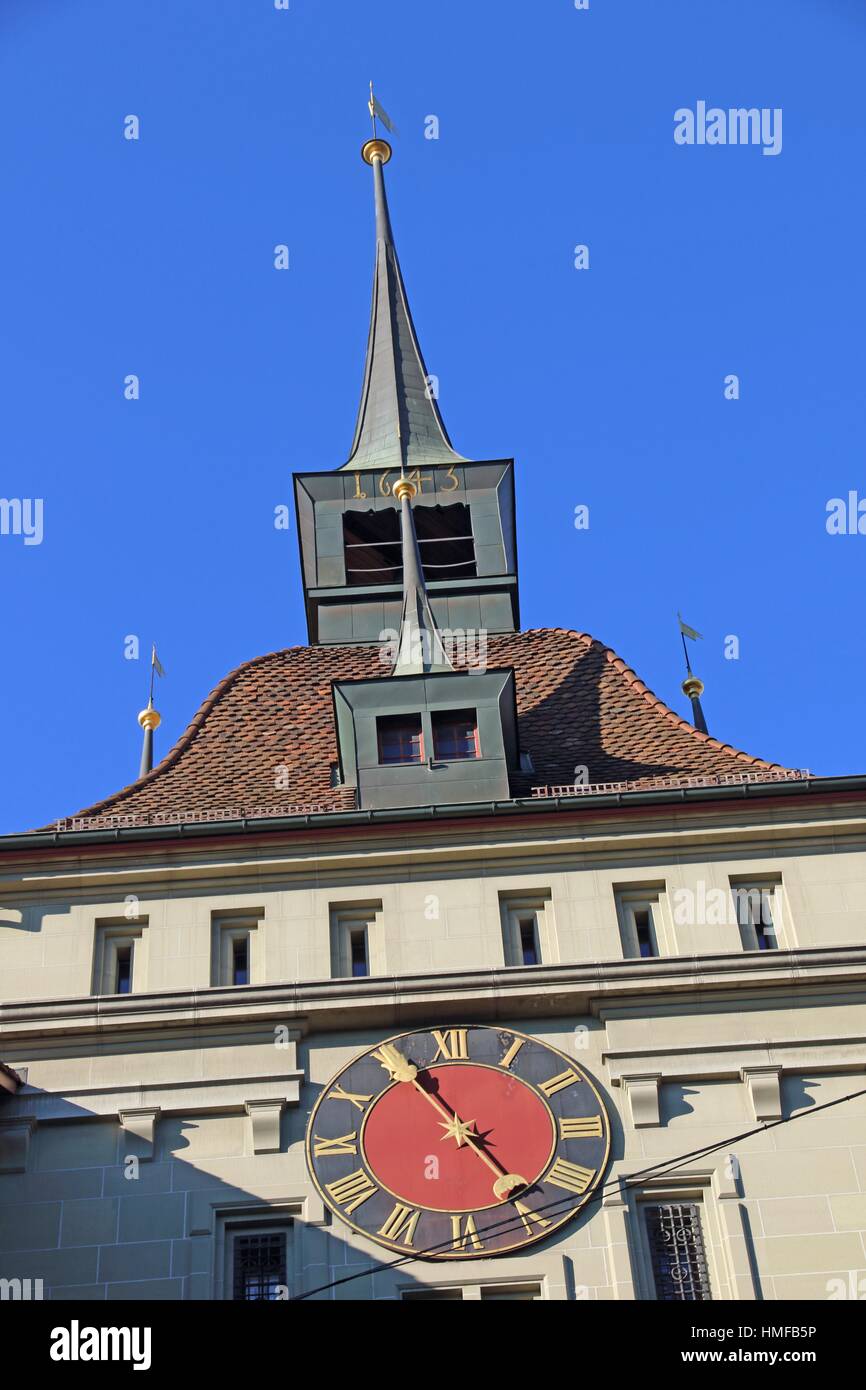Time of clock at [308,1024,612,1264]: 4:55
